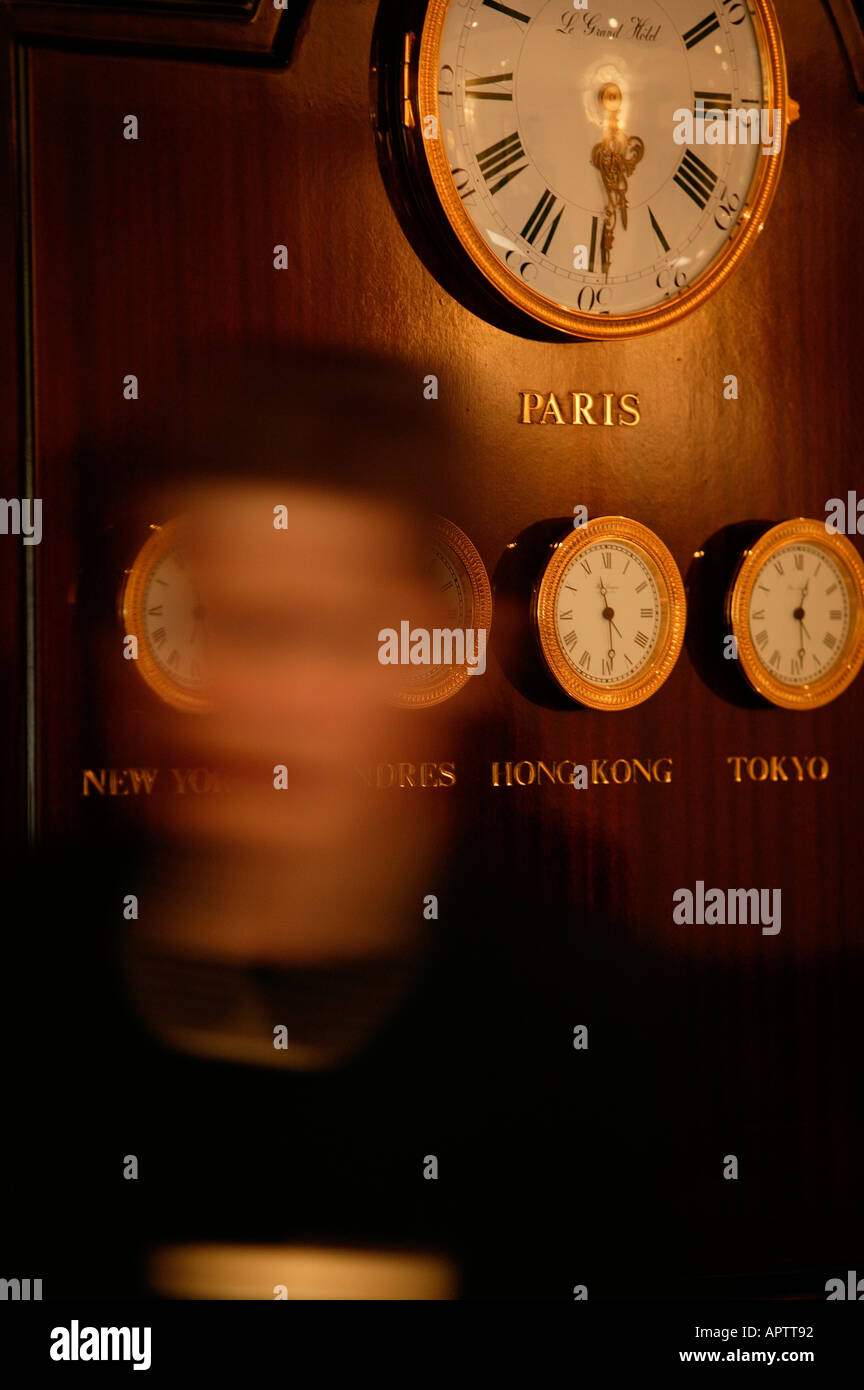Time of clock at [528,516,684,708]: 11:29
